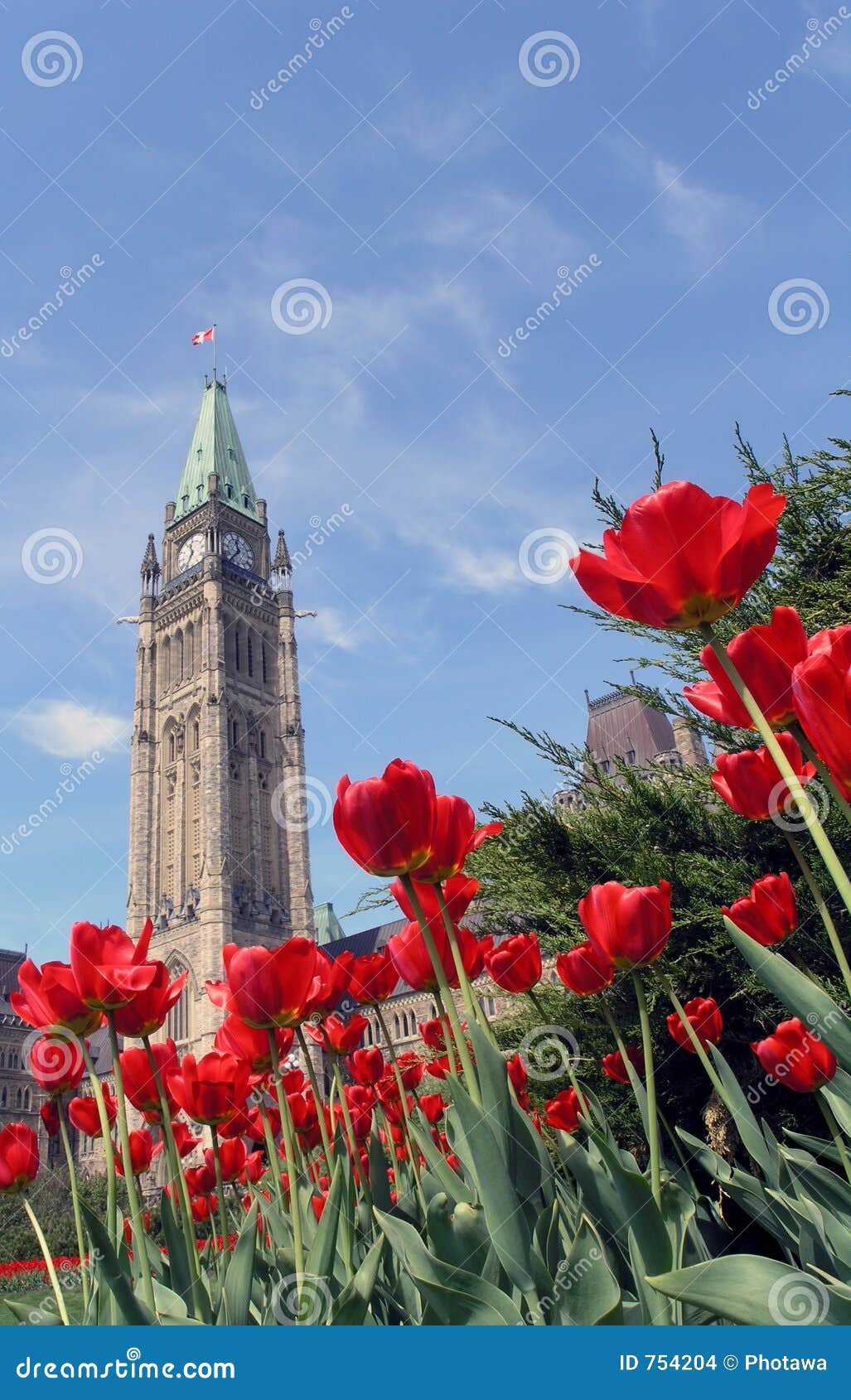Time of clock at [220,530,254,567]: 11:37
